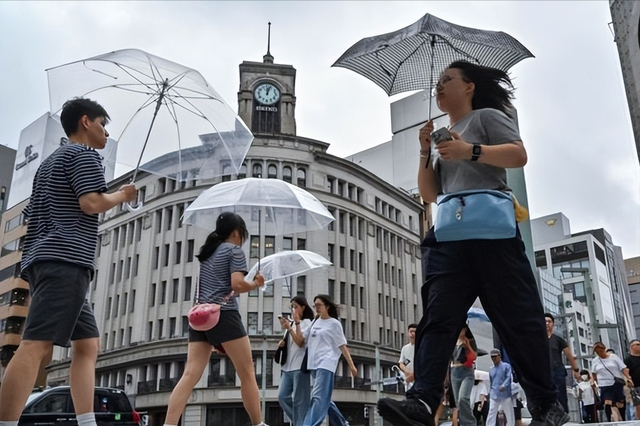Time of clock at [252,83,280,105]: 12:03
